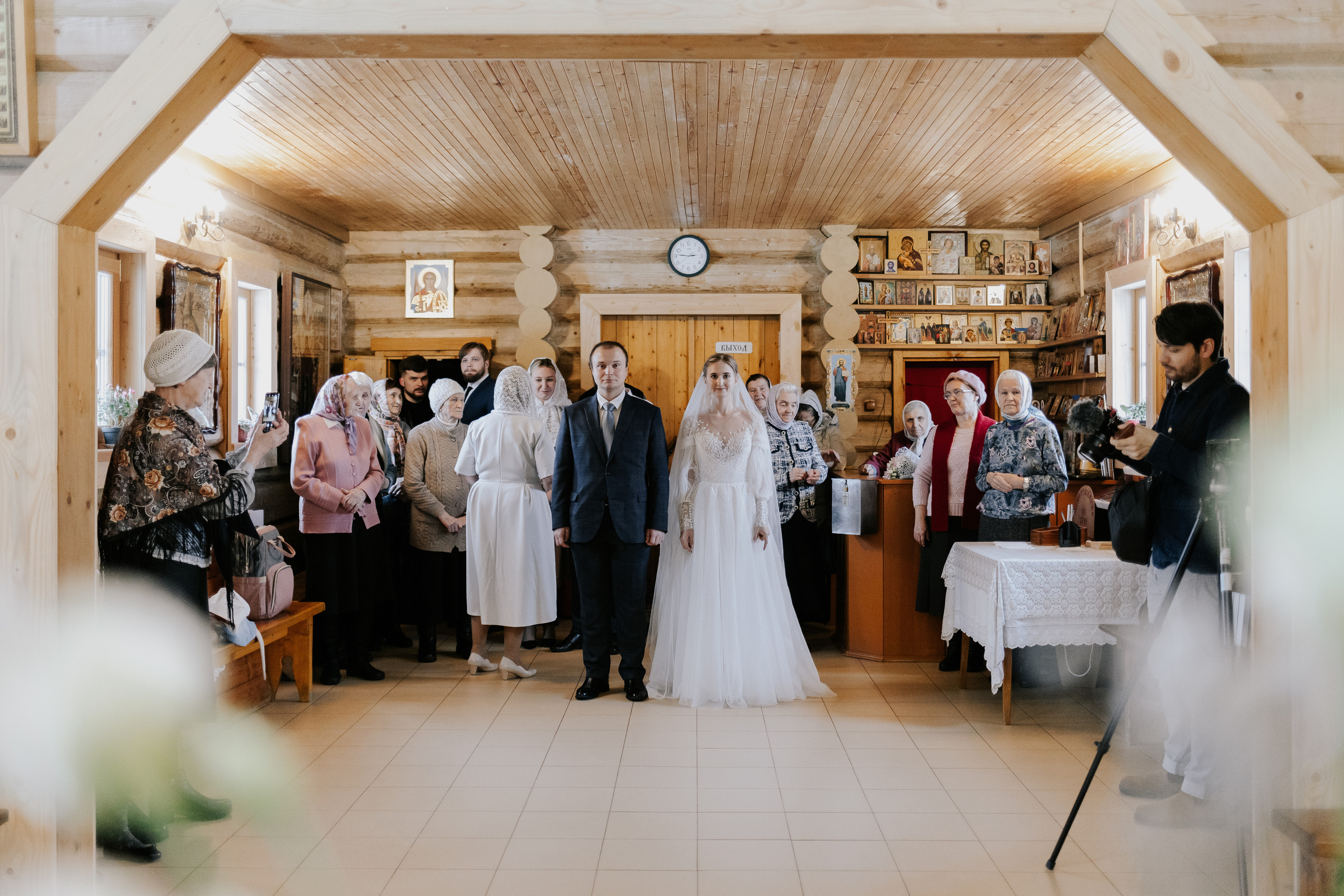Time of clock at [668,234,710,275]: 2:46
